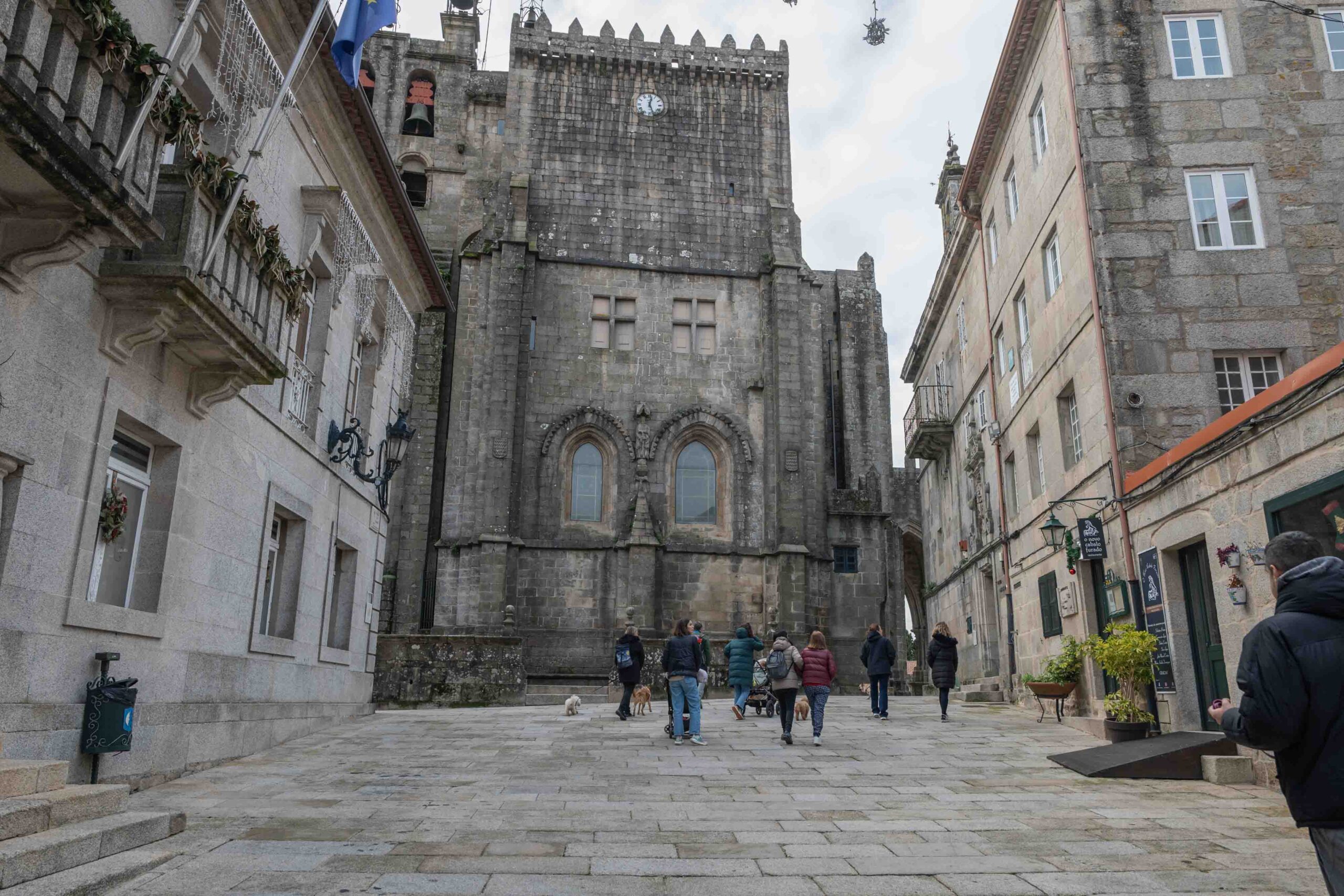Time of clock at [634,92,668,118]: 12:26
